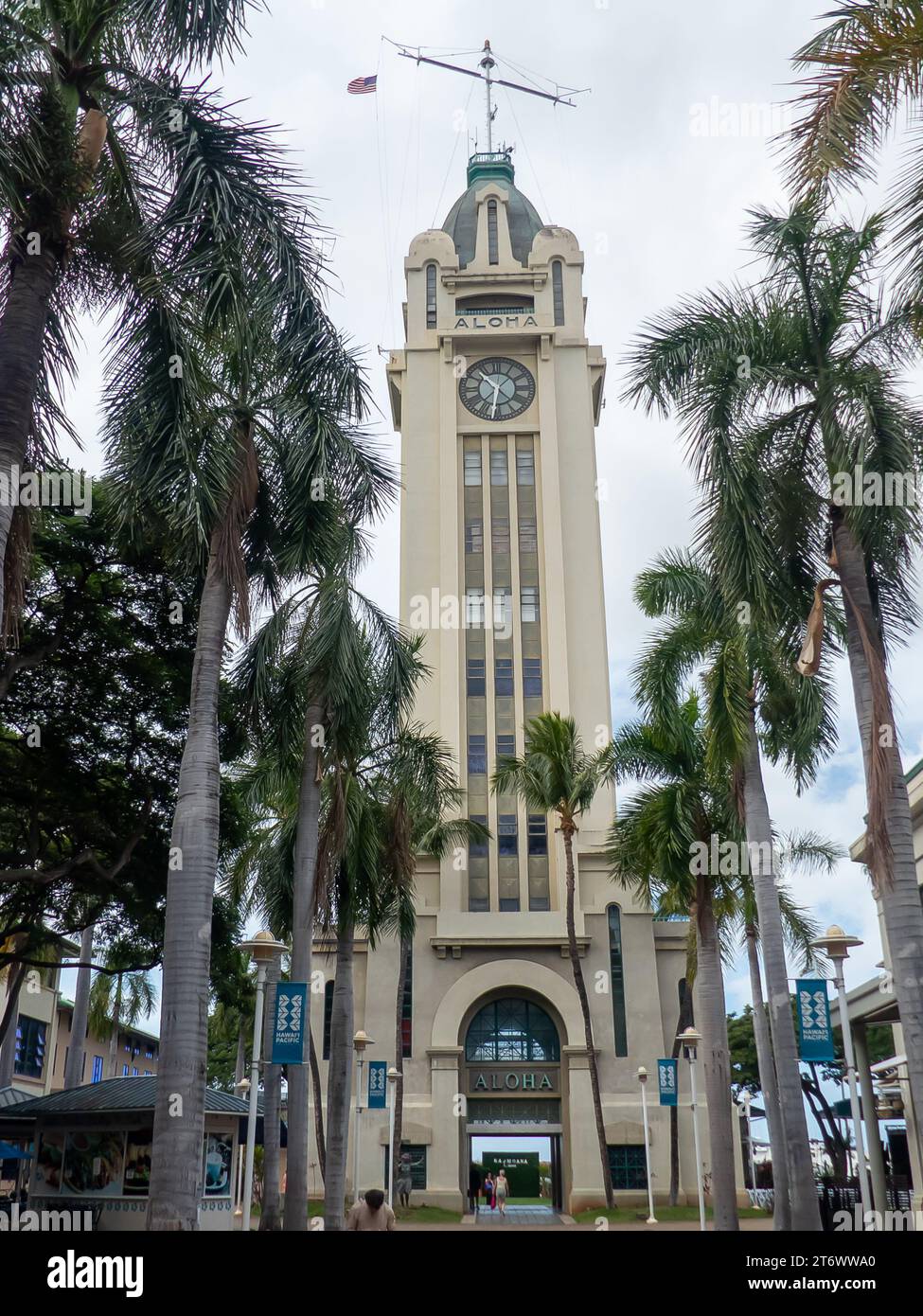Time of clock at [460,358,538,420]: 10:31
